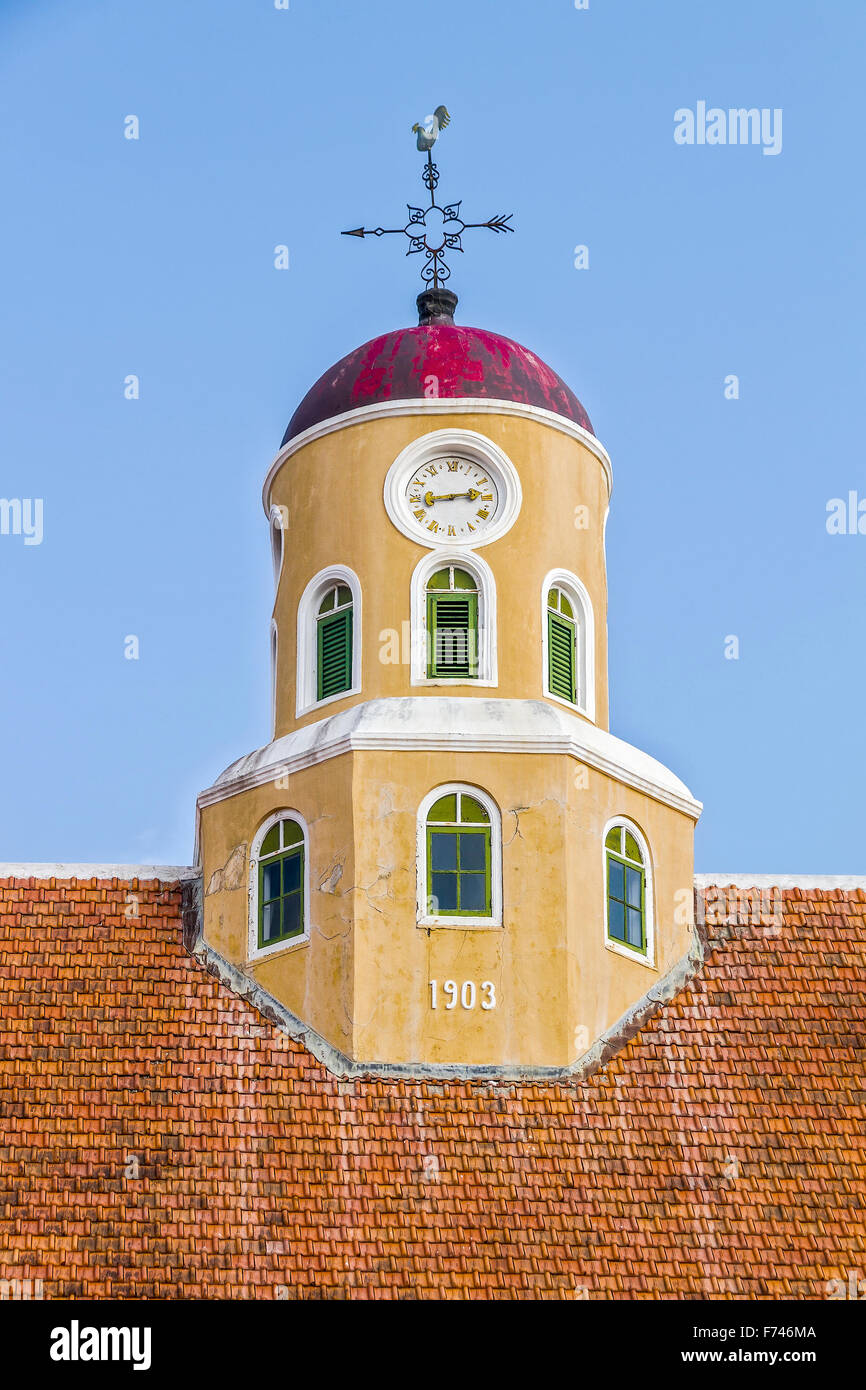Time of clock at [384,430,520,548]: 2:43
